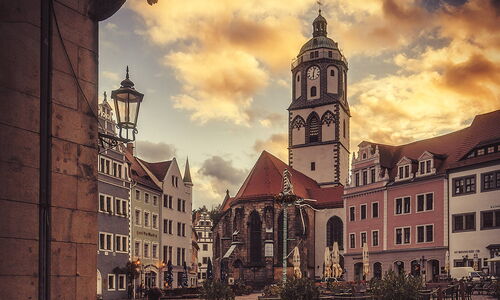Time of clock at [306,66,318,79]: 6:03
